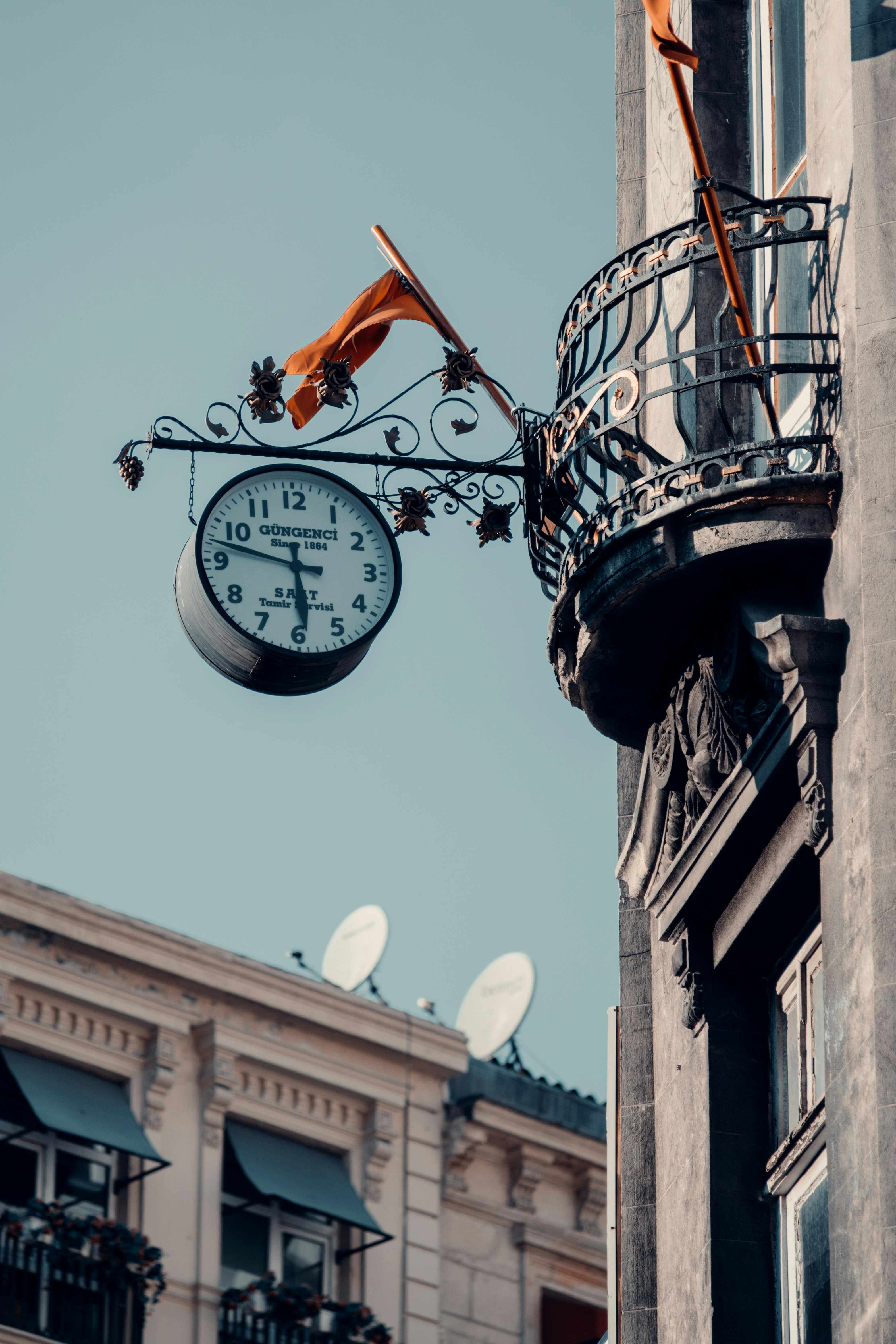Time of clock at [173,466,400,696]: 5:47
